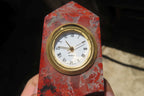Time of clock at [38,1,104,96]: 9:10
